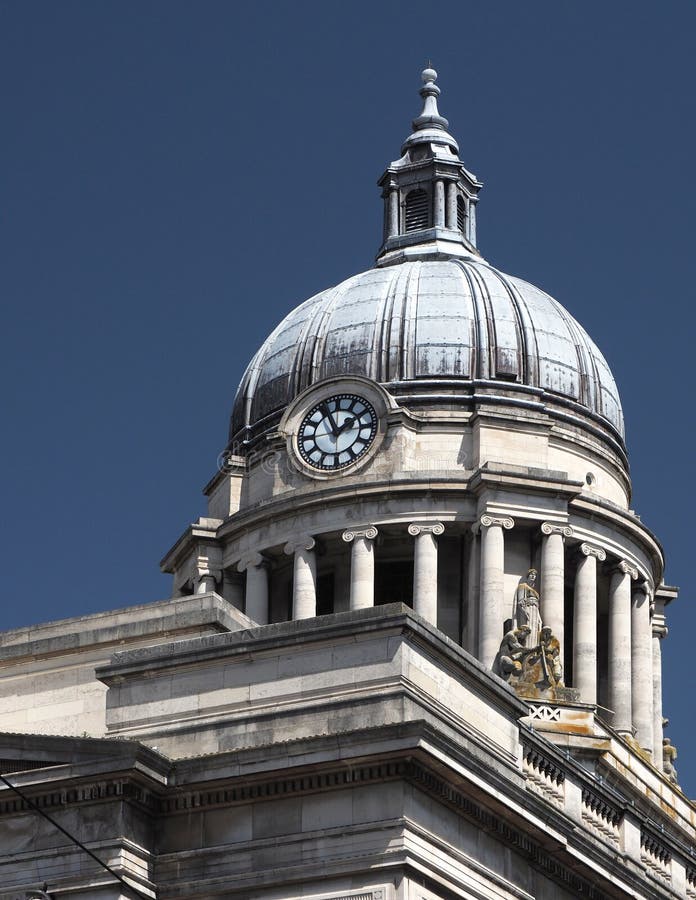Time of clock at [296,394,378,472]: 1:56
